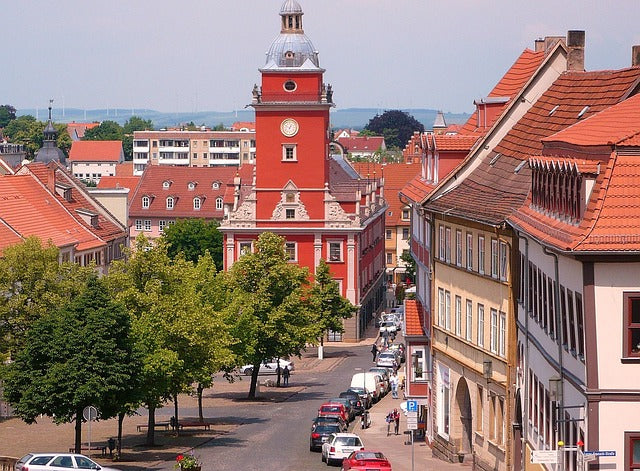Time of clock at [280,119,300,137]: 12:49
